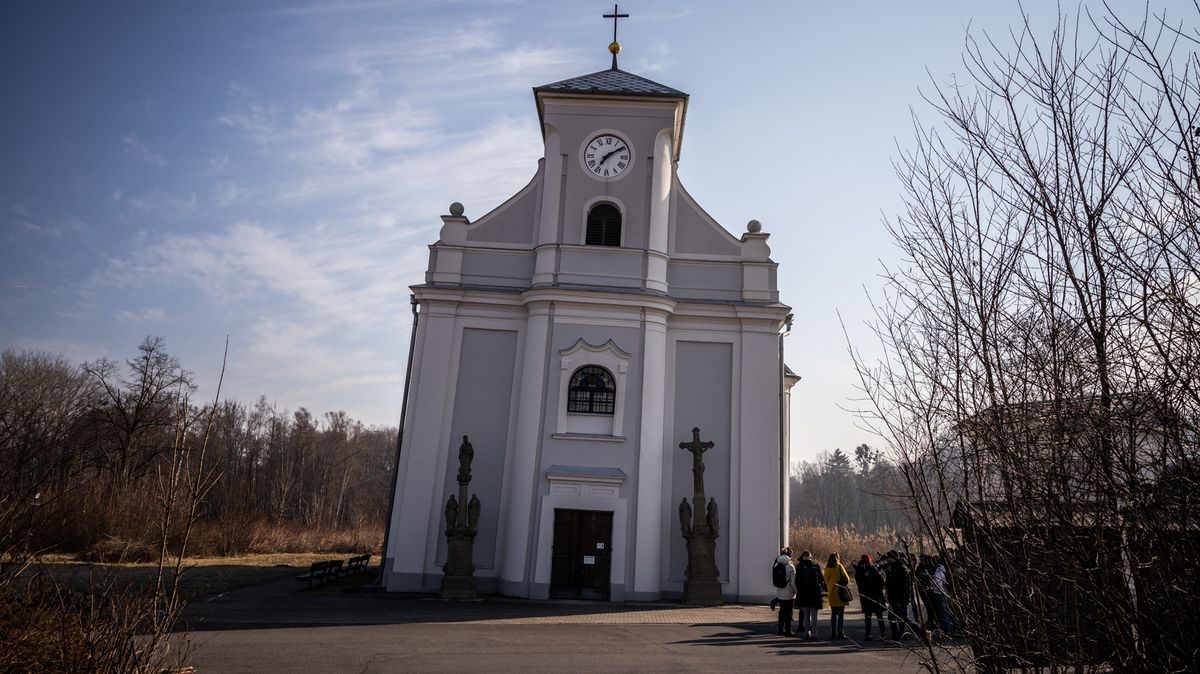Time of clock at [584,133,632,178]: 7:09
